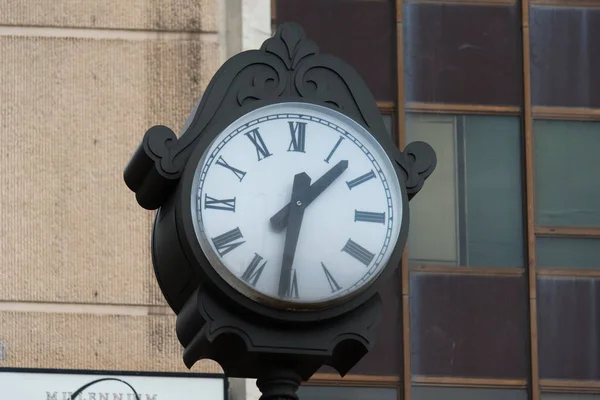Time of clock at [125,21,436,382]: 1:30
